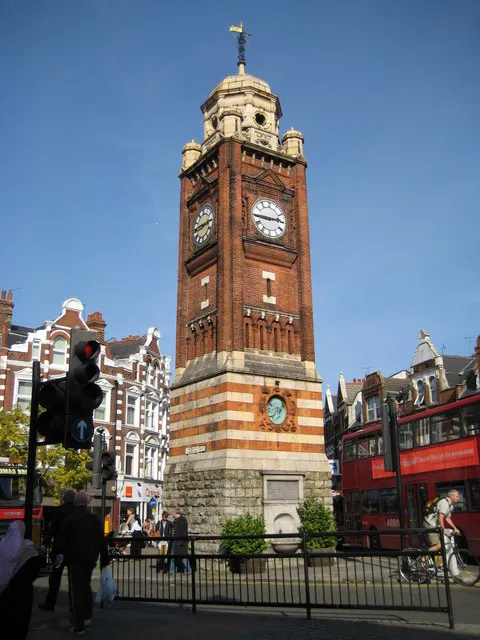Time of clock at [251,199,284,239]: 2:45
